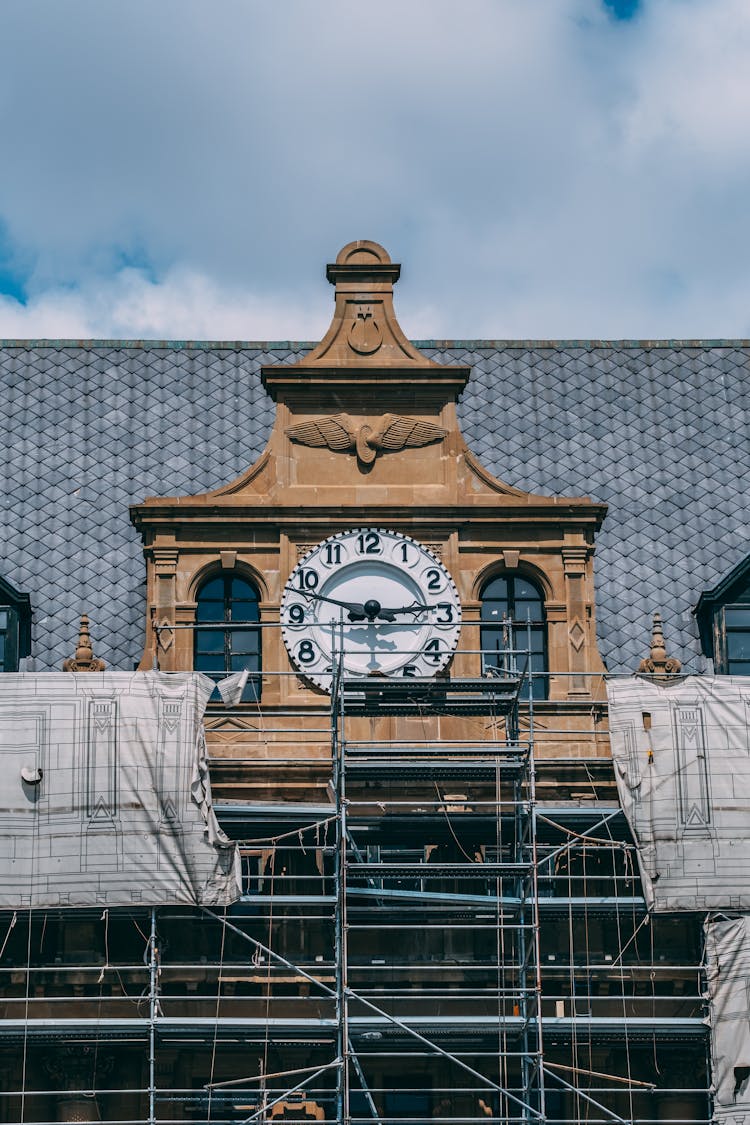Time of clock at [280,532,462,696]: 2:48
